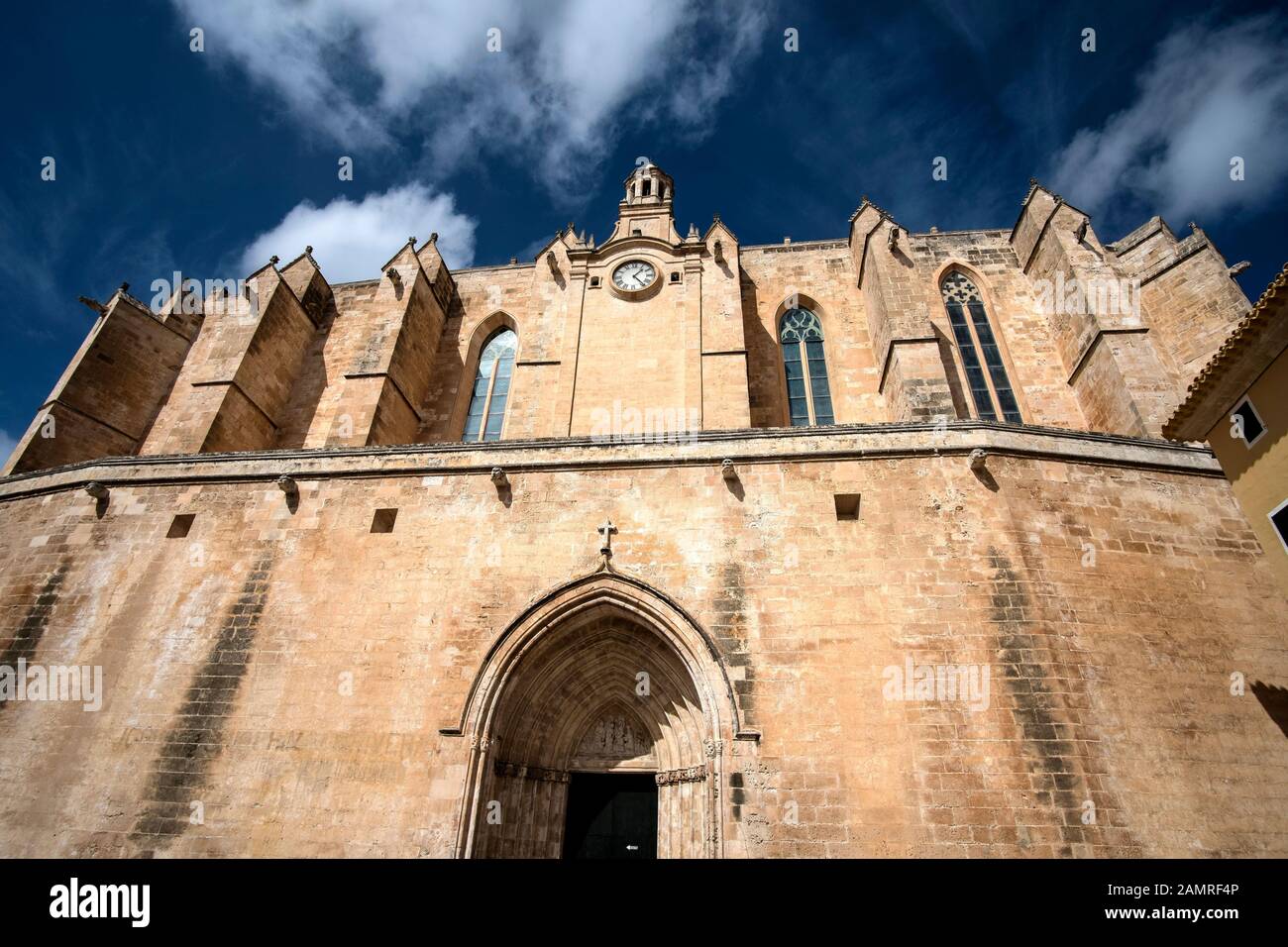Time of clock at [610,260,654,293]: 1:23
